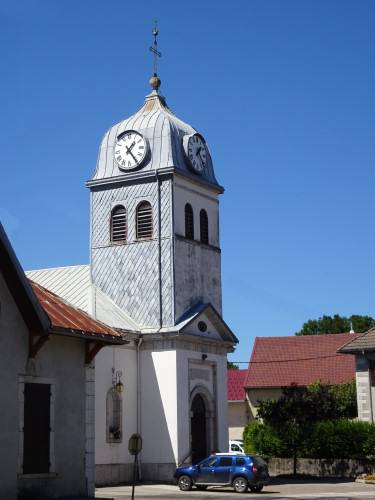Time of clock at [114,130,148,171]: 1:24
